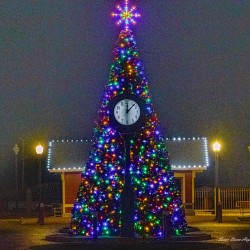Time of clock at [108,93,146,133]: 12:07
